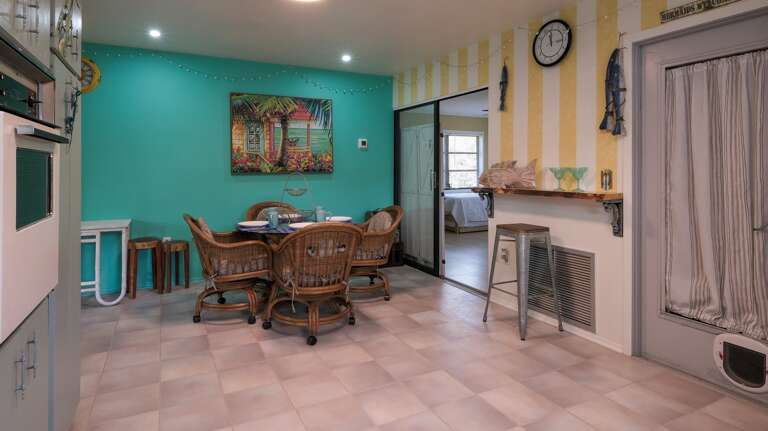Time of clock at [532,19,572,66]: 2:58
